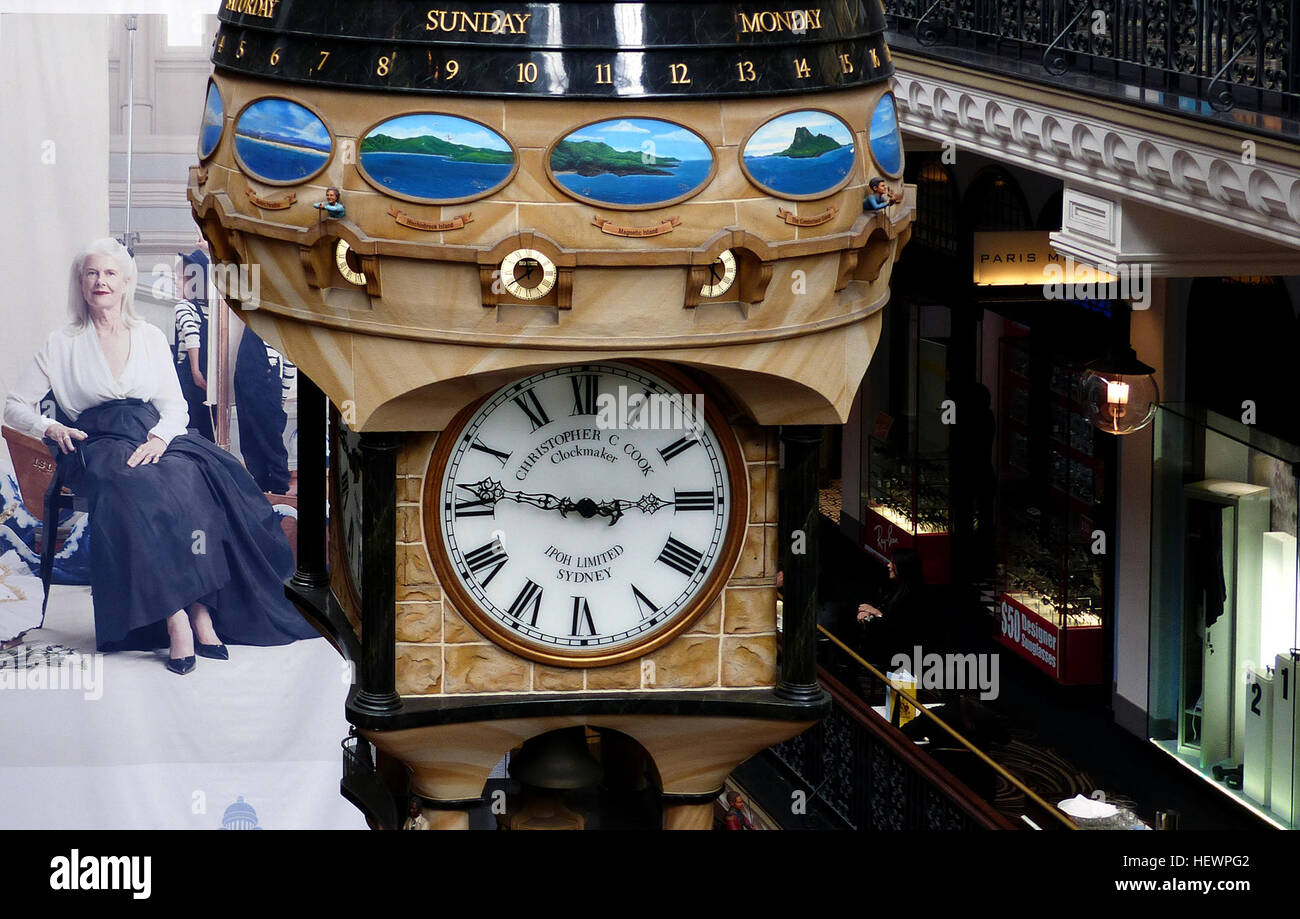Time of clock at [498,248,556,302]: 11:39
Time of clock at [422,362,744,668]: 2:46
